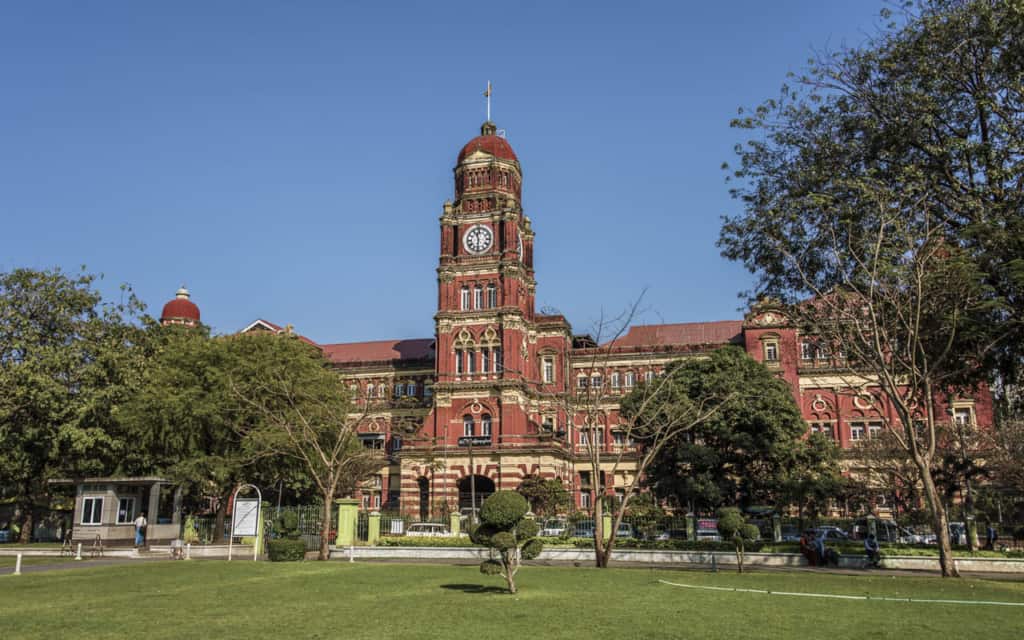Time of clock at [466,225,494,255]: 11:31
